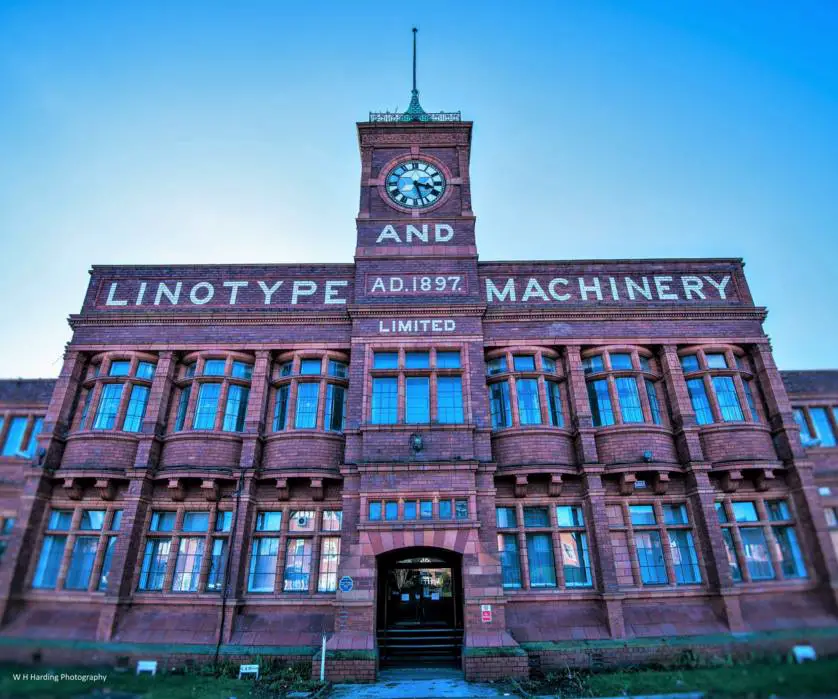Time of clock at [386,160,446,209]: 3:27
